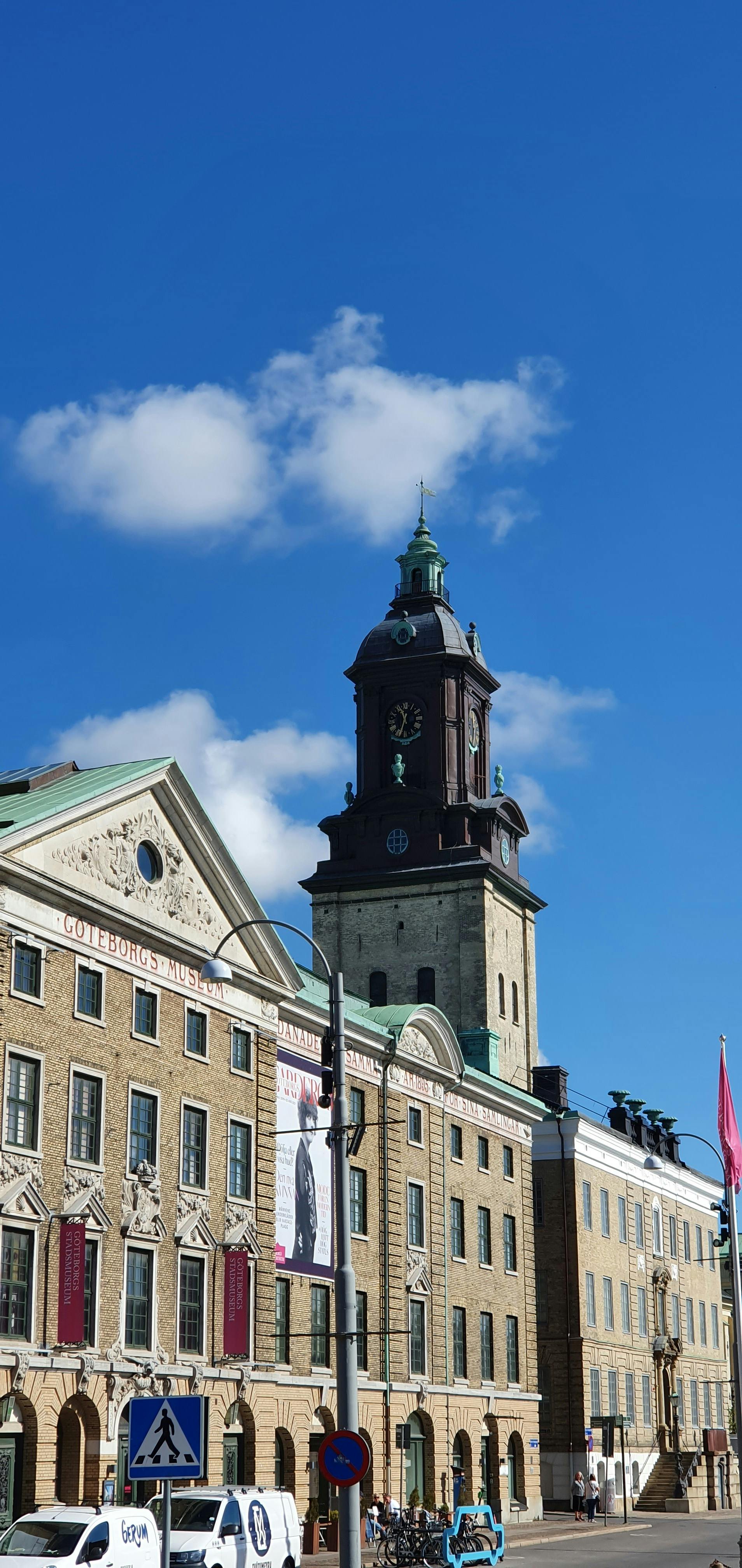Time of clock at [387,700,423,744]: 11:33
